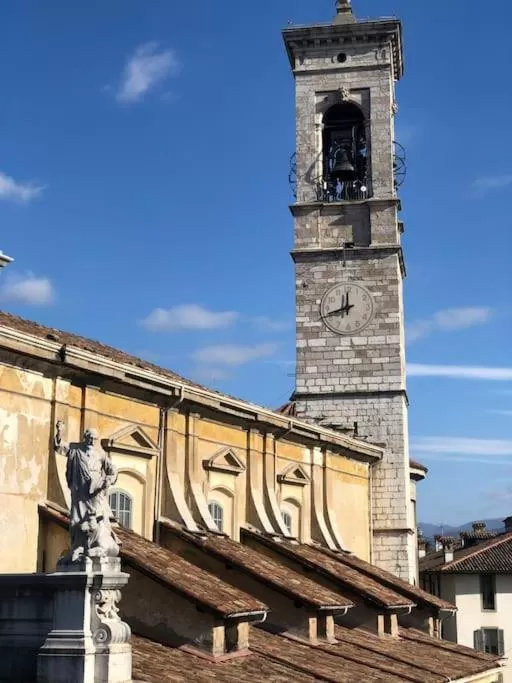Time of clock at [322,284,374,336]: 11:42
